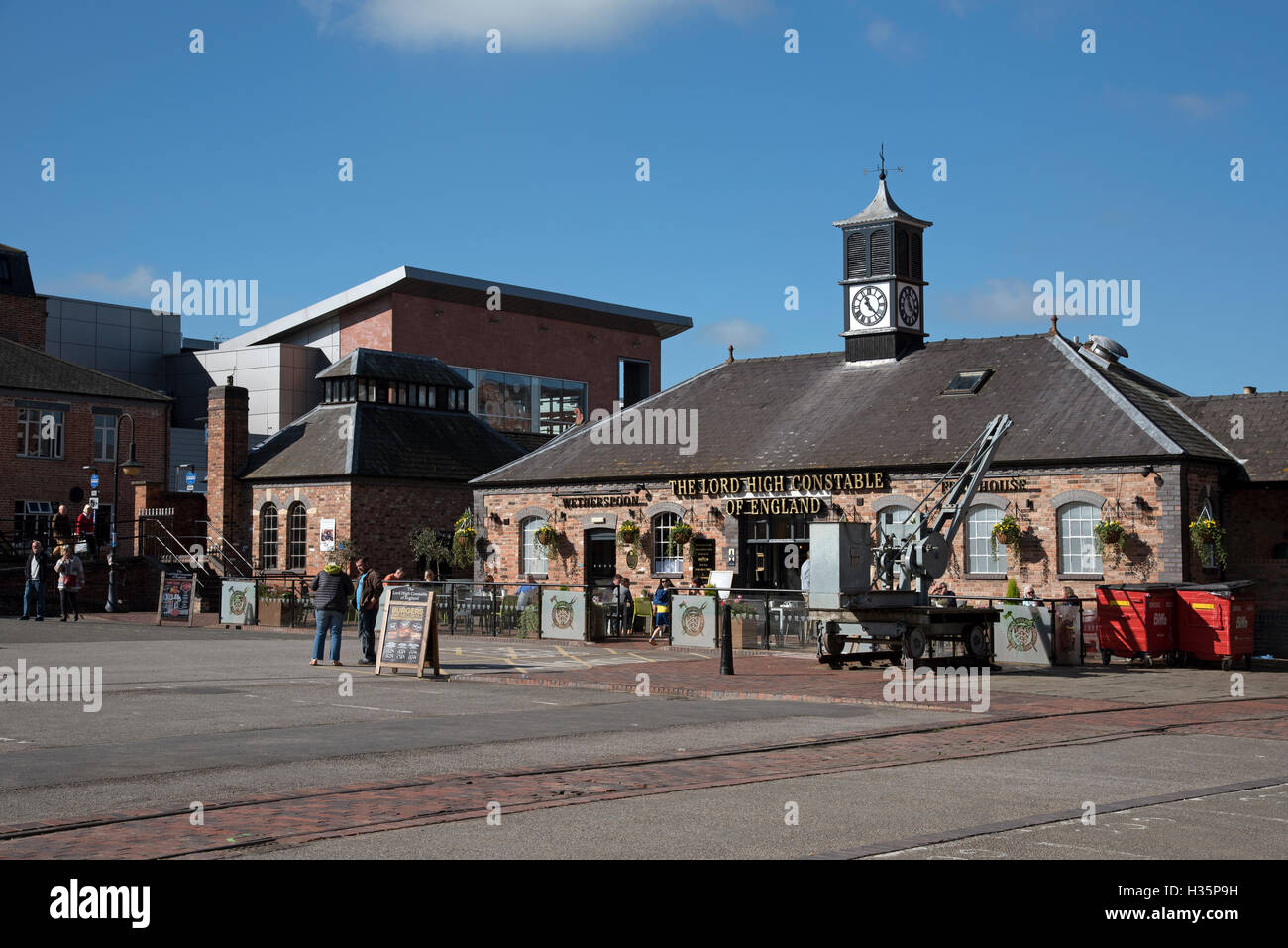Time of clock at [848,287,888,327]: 11:22
